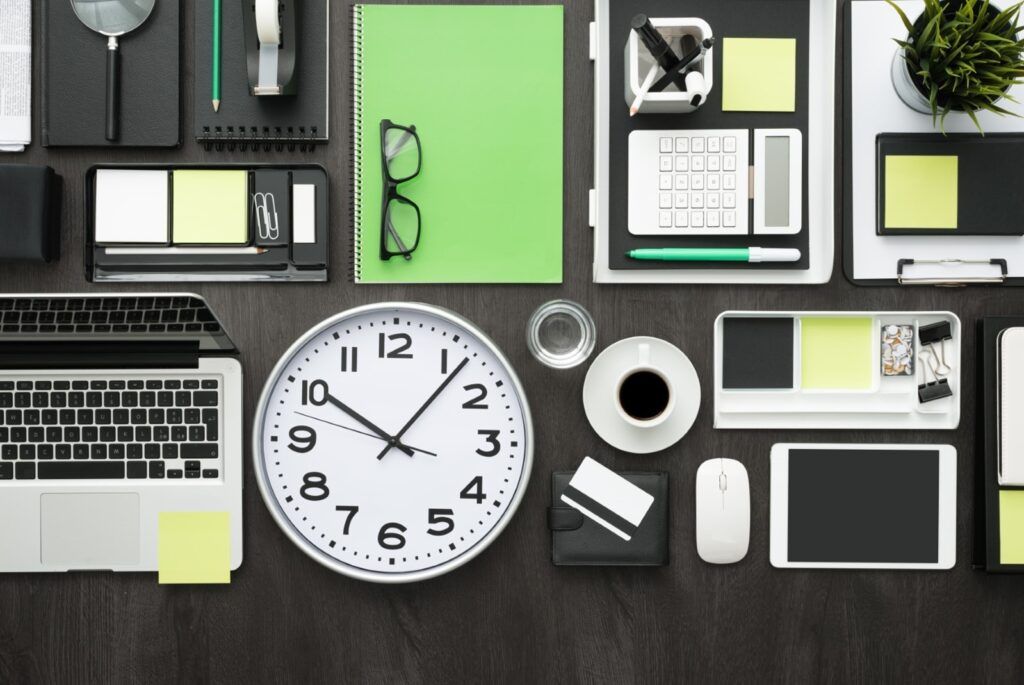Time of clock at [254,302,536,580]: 10:06
